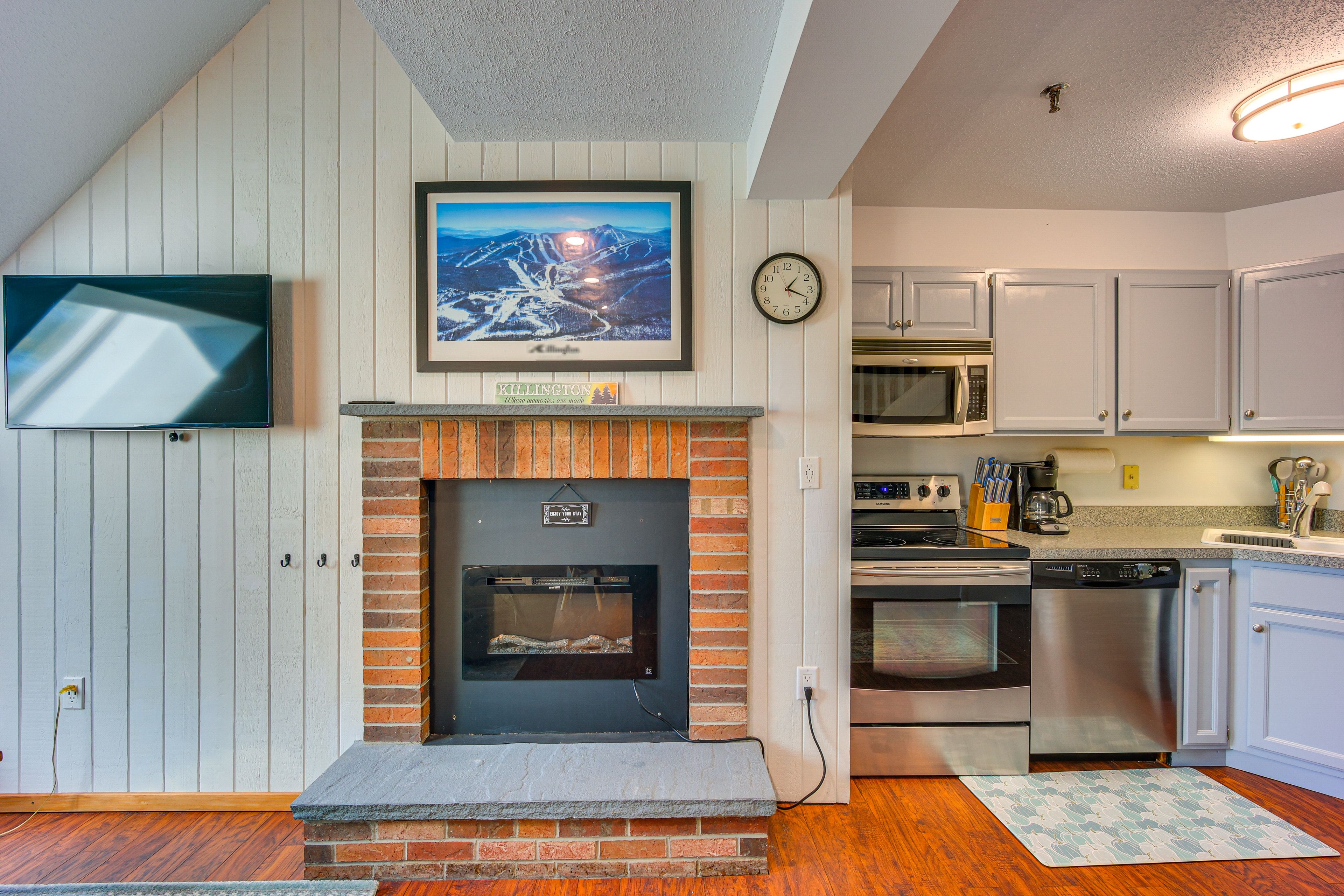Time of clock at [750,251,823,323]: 1:18
